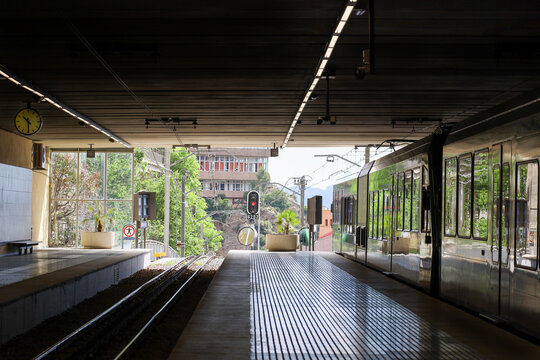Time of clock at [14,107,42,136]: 10:29
